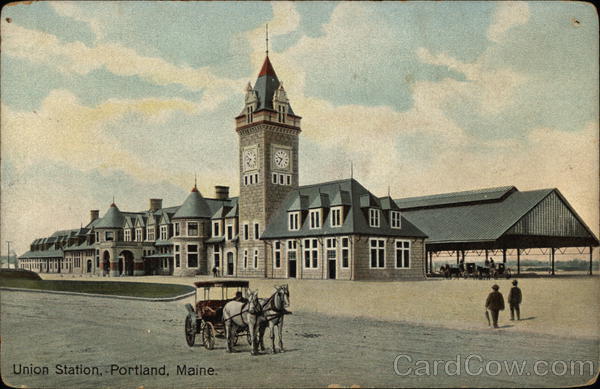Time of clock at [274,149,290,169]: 9:35
